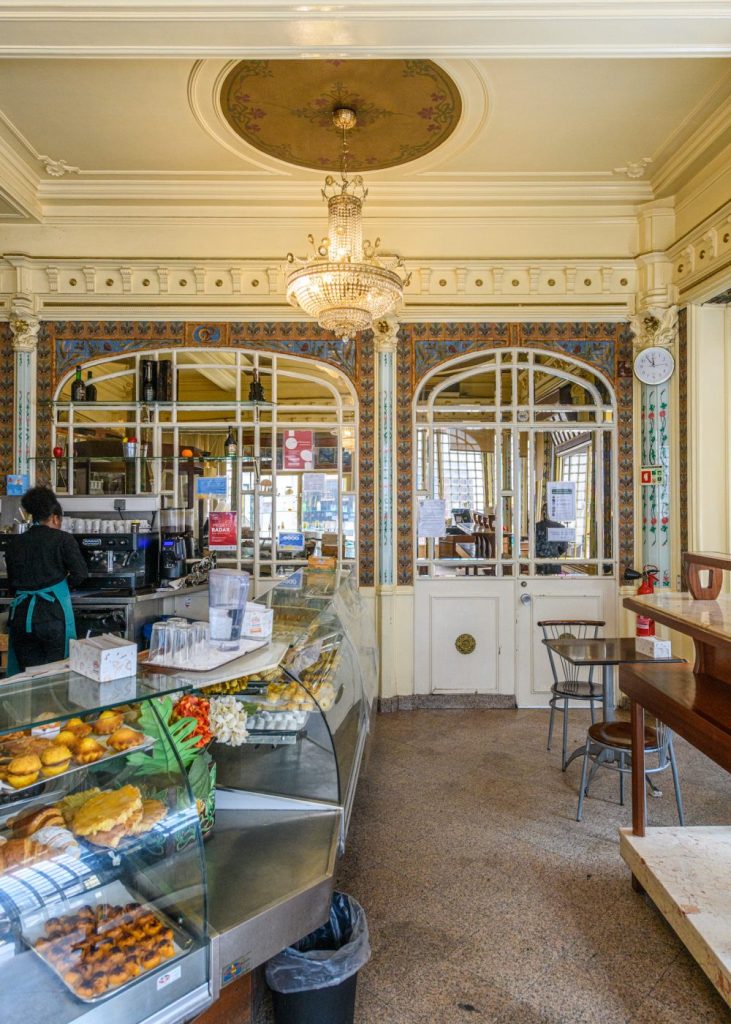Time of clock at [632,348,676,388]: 11:53
